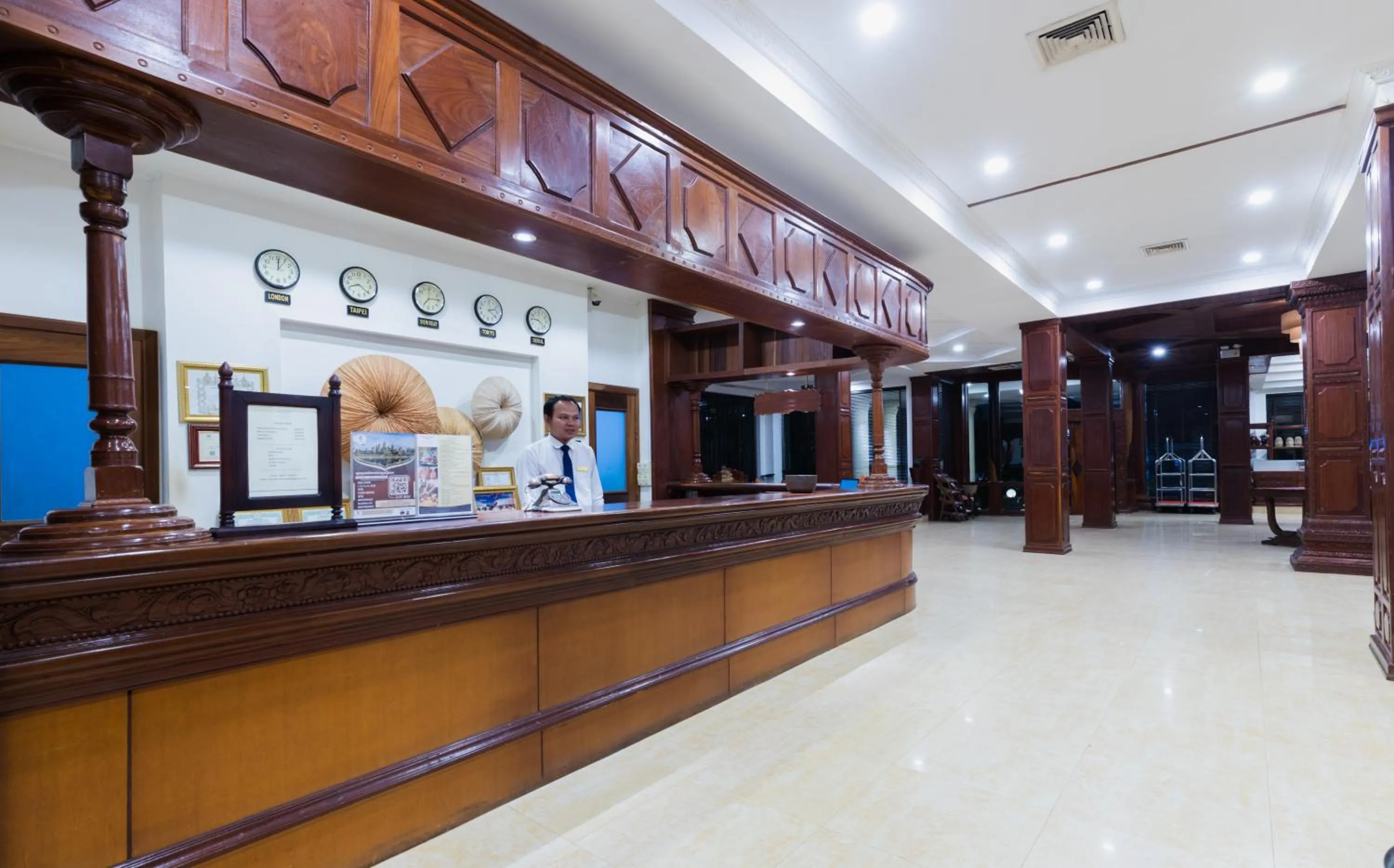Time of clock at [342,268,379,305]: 8:21
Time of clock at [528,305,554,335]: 9:22
